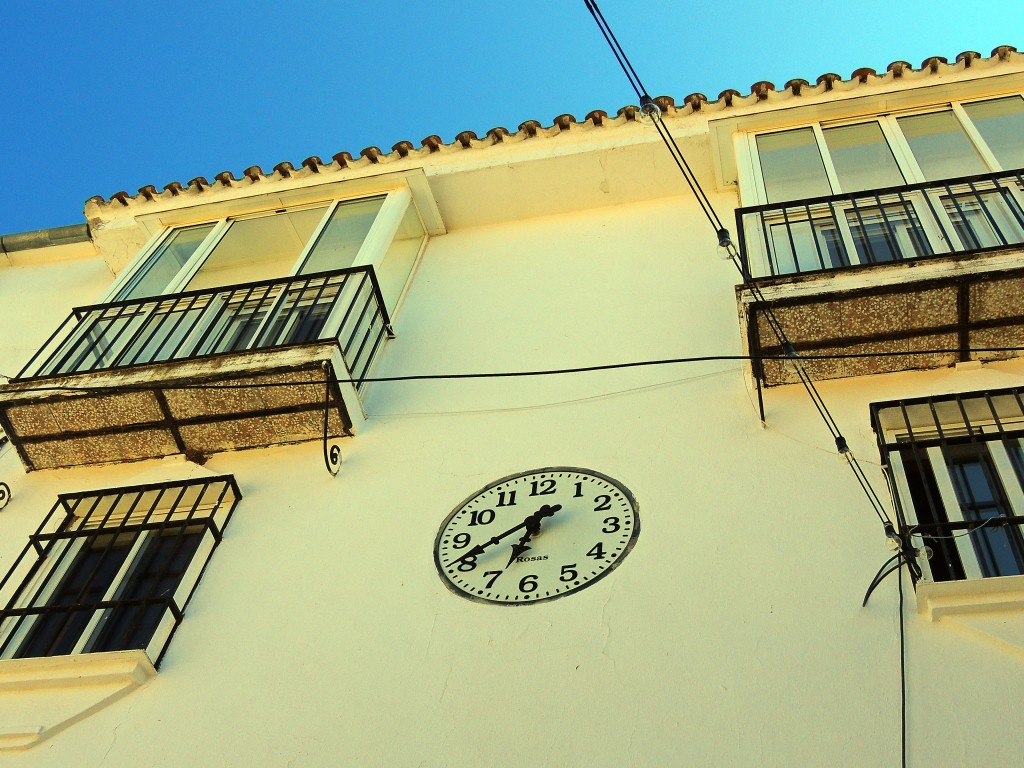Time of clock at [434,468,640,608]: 6:40
